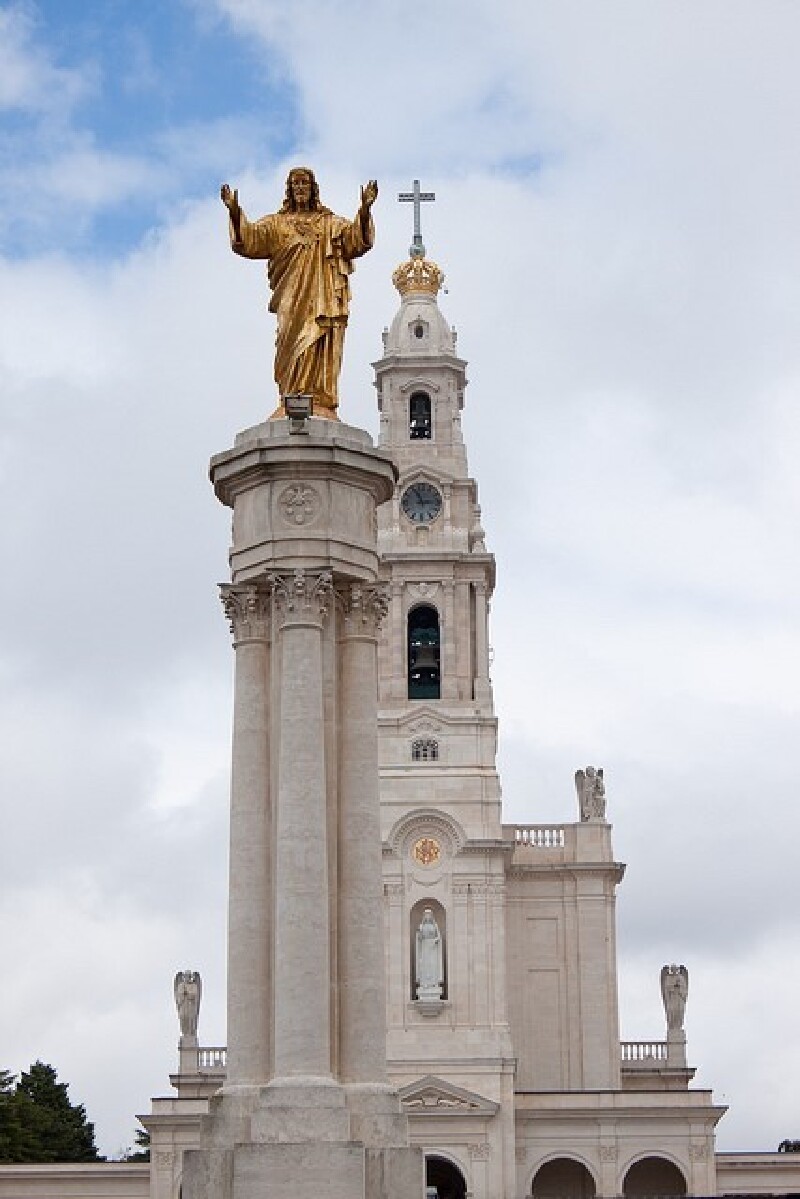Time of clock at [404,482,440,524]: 11:14
